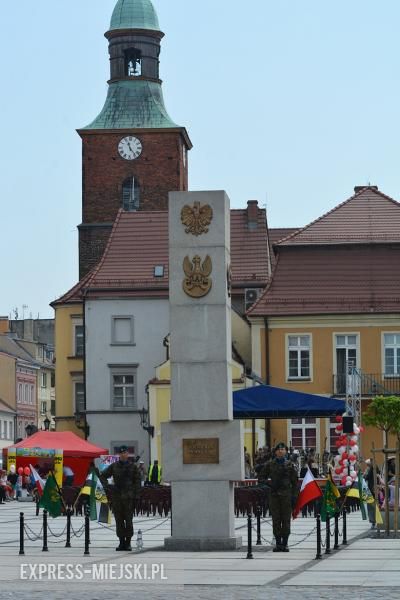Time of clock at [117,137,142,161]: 11:23
